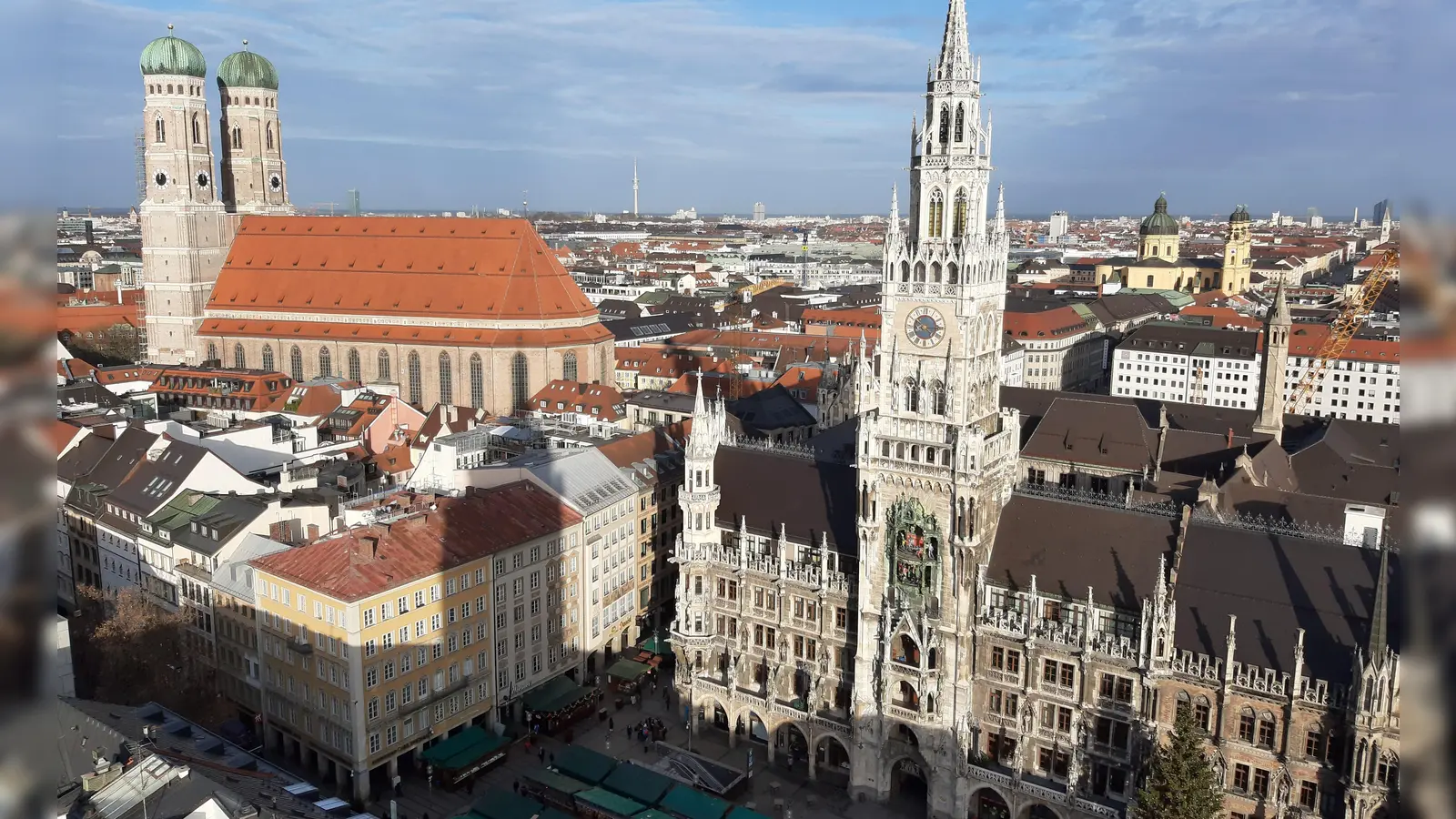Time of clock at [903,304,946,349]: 8:15
